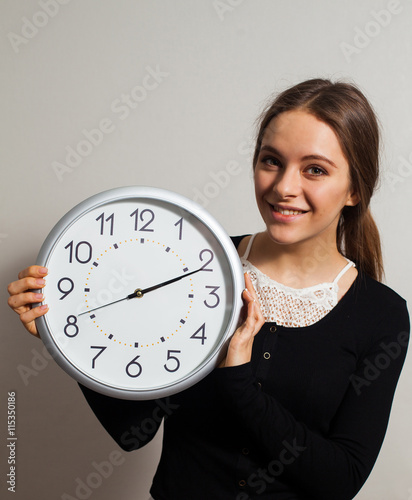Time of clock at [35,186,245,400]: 2:11
